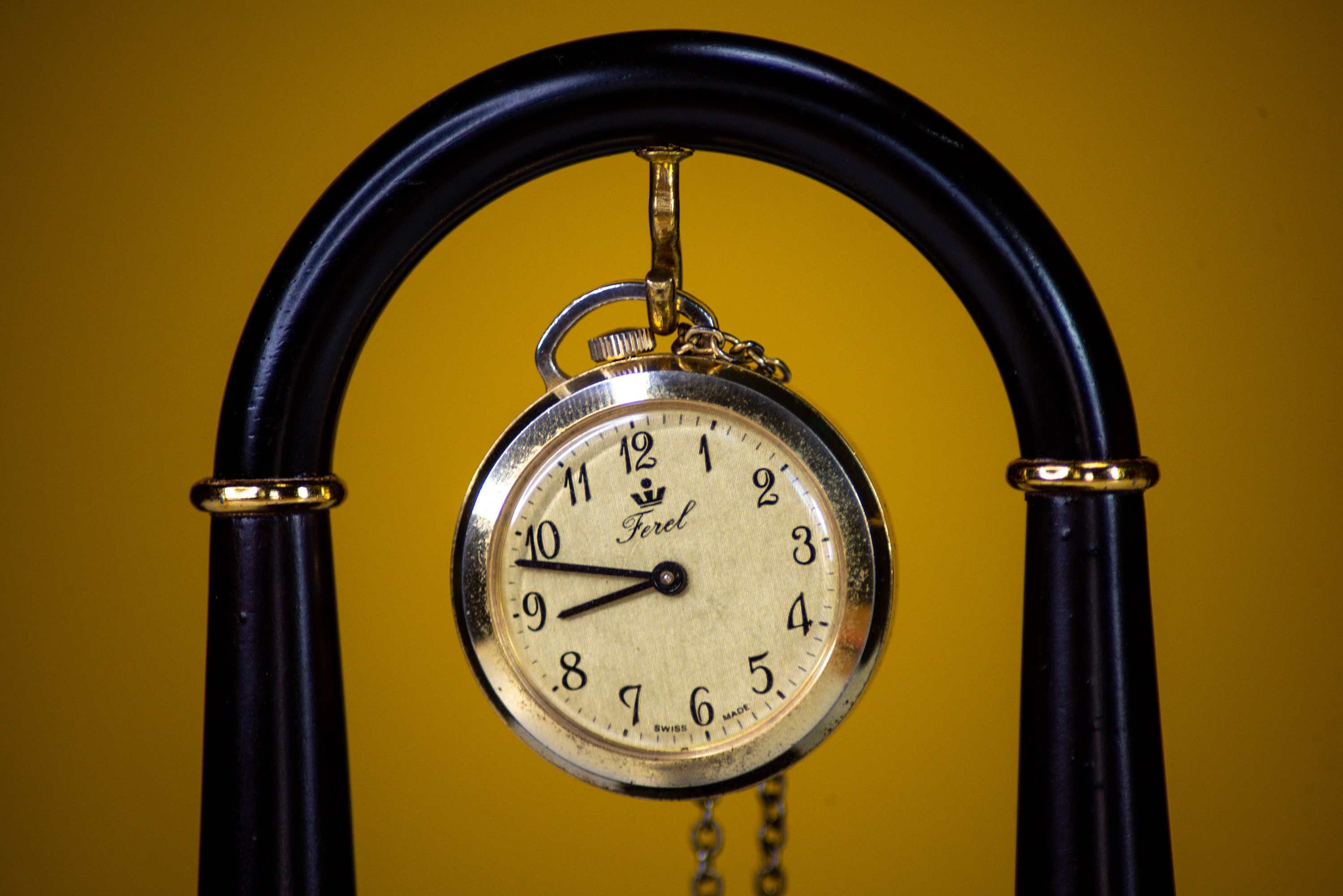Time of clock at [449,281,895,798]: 8:47
